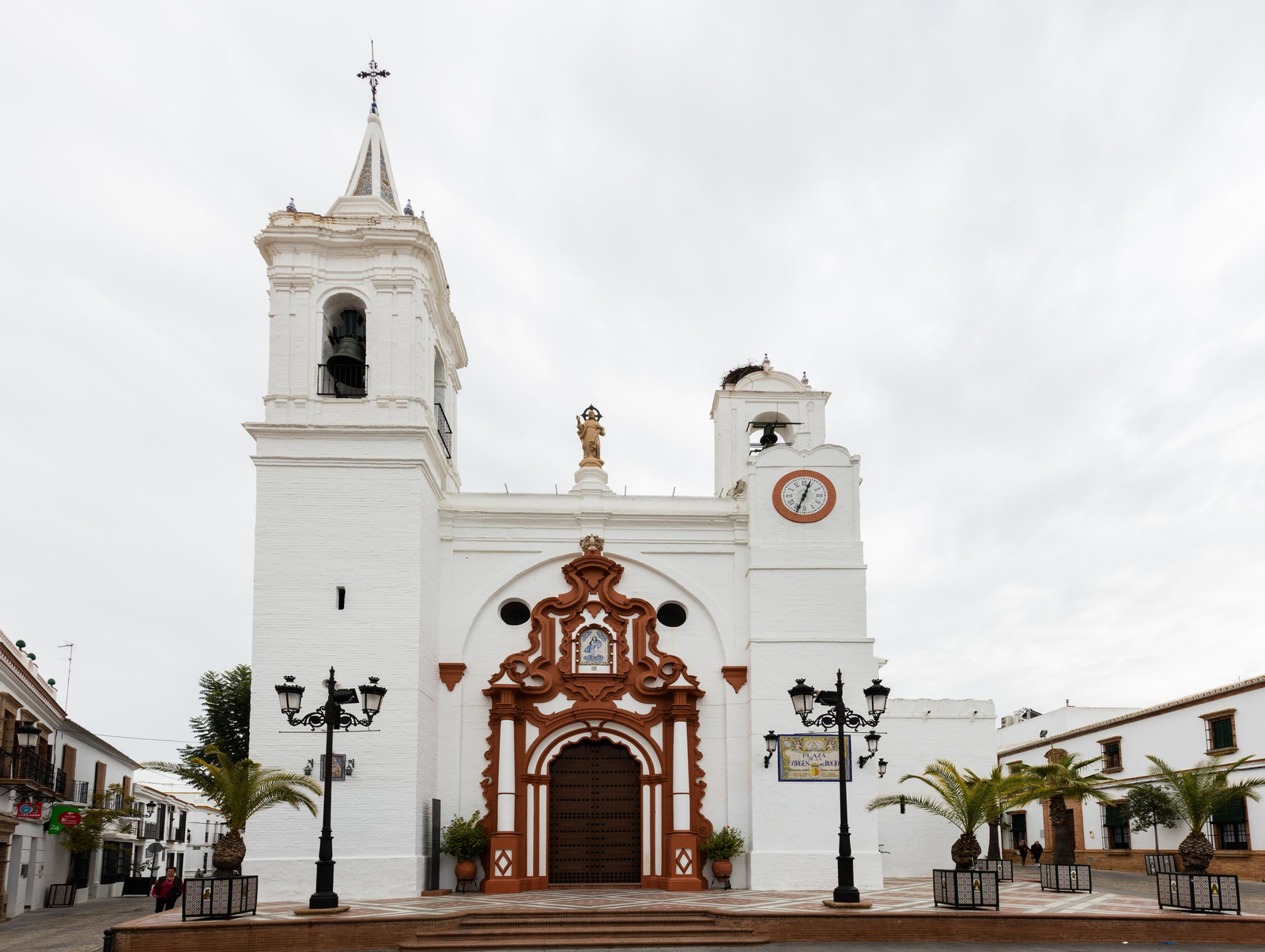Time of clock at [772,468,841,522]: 12:33
